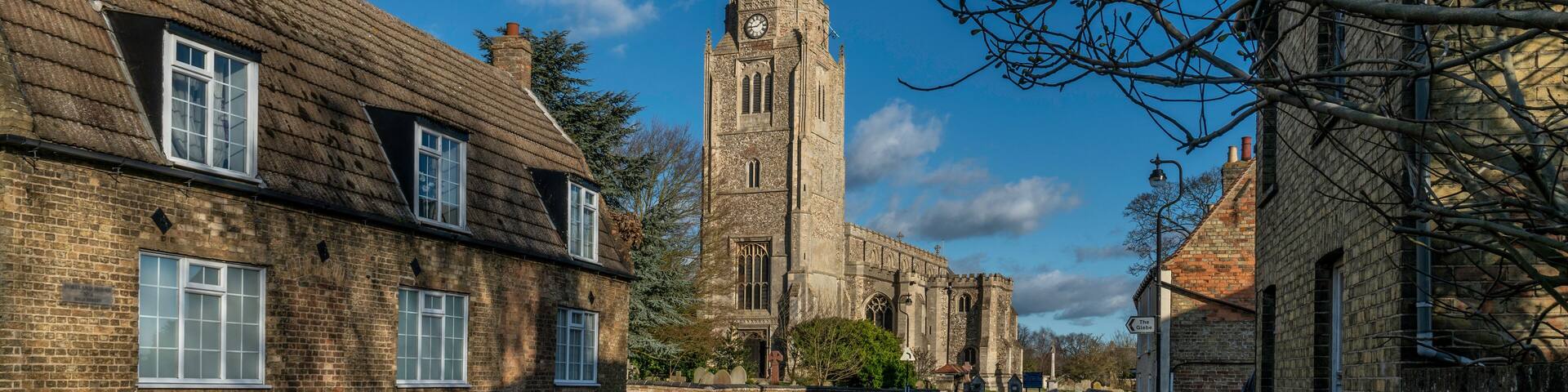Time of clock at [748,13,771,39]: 1:43
